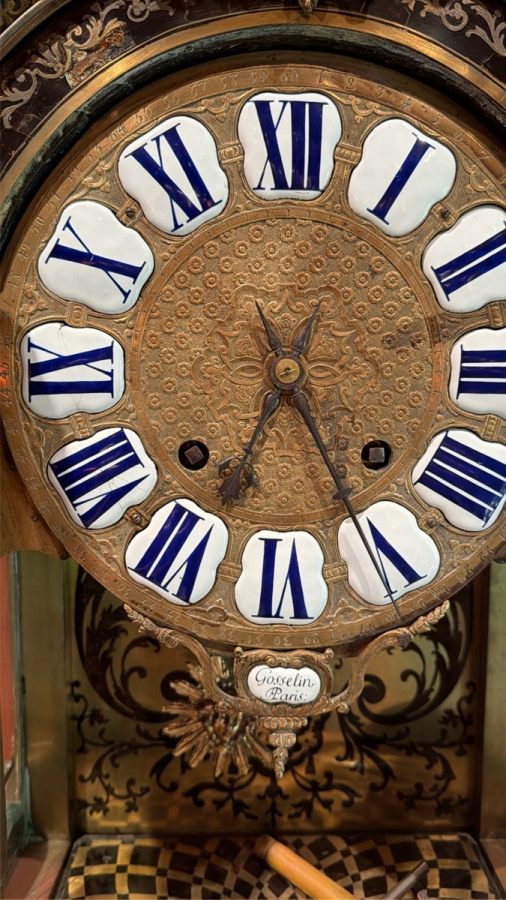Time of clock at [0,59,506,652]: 6:24
